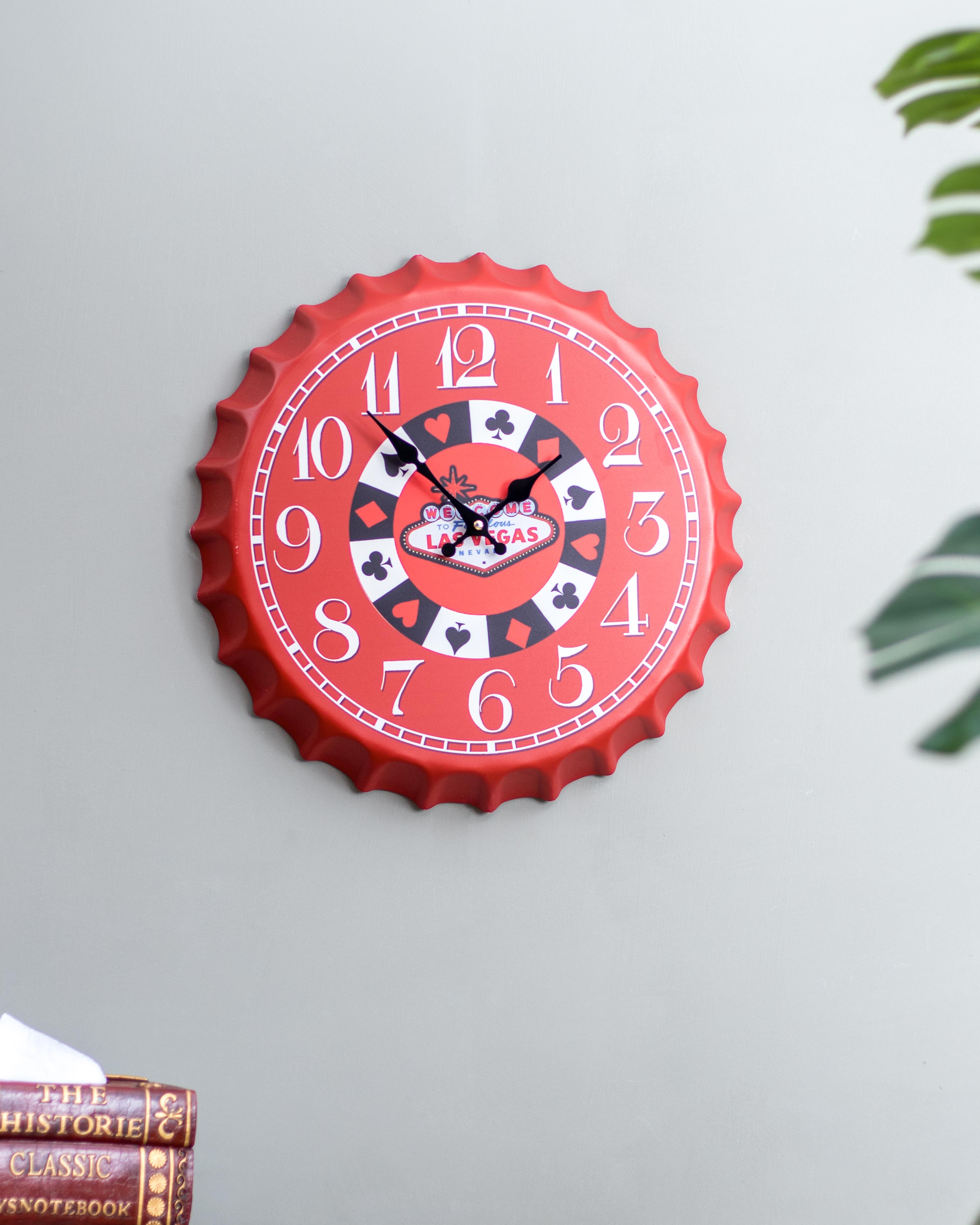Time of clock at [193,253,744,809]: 1:53
